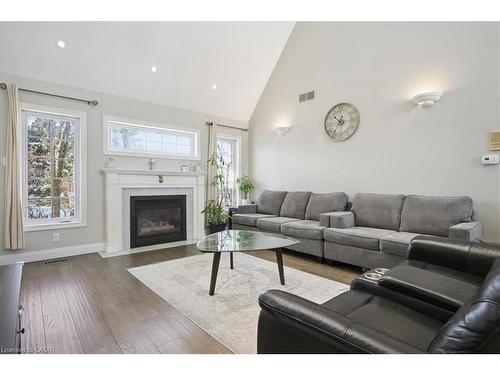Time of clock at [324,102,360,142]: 10:35
